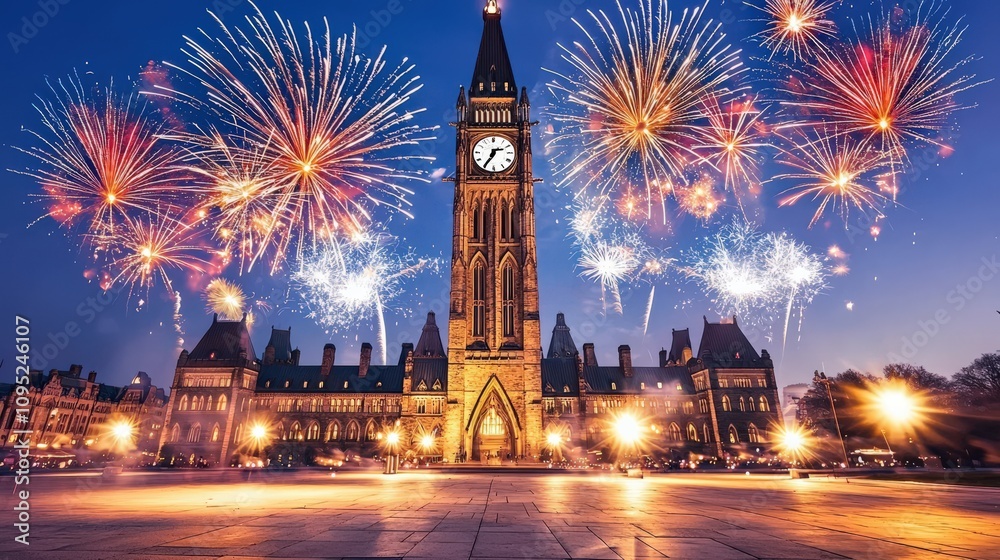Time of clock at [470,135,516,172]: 2:35
